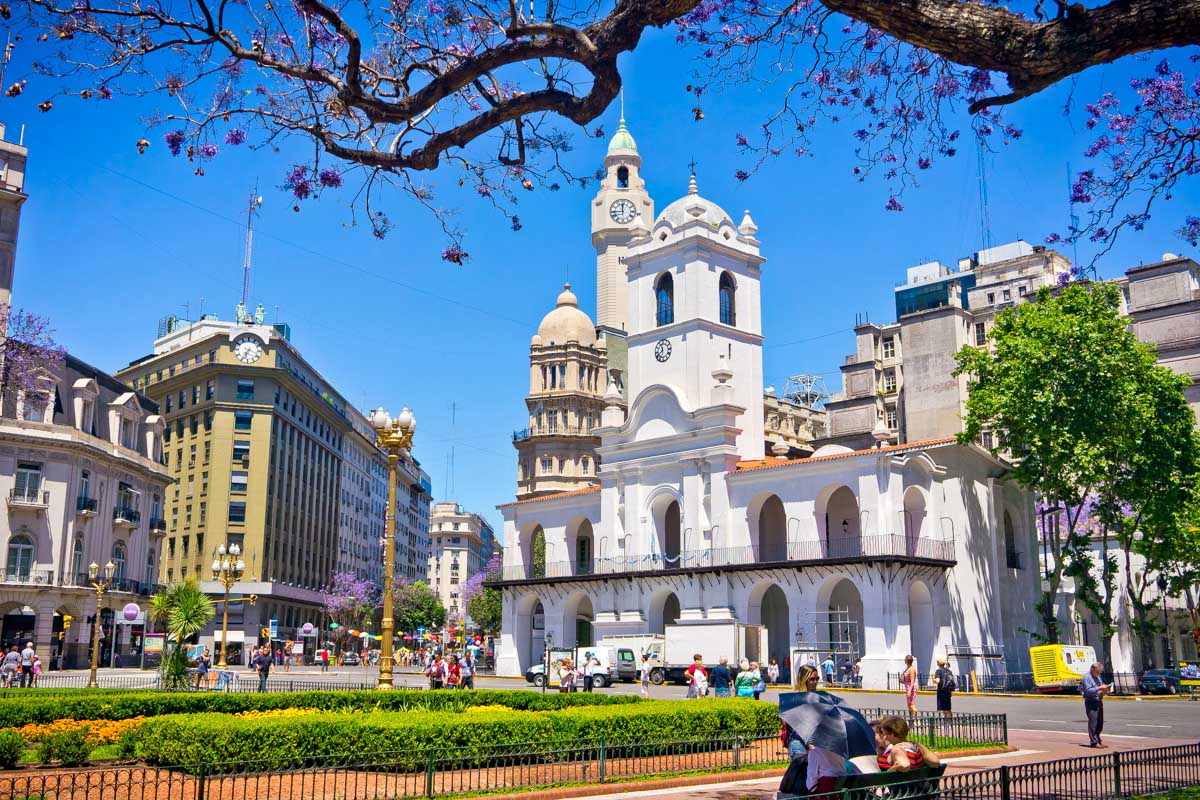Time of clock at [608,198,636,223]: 11:44
